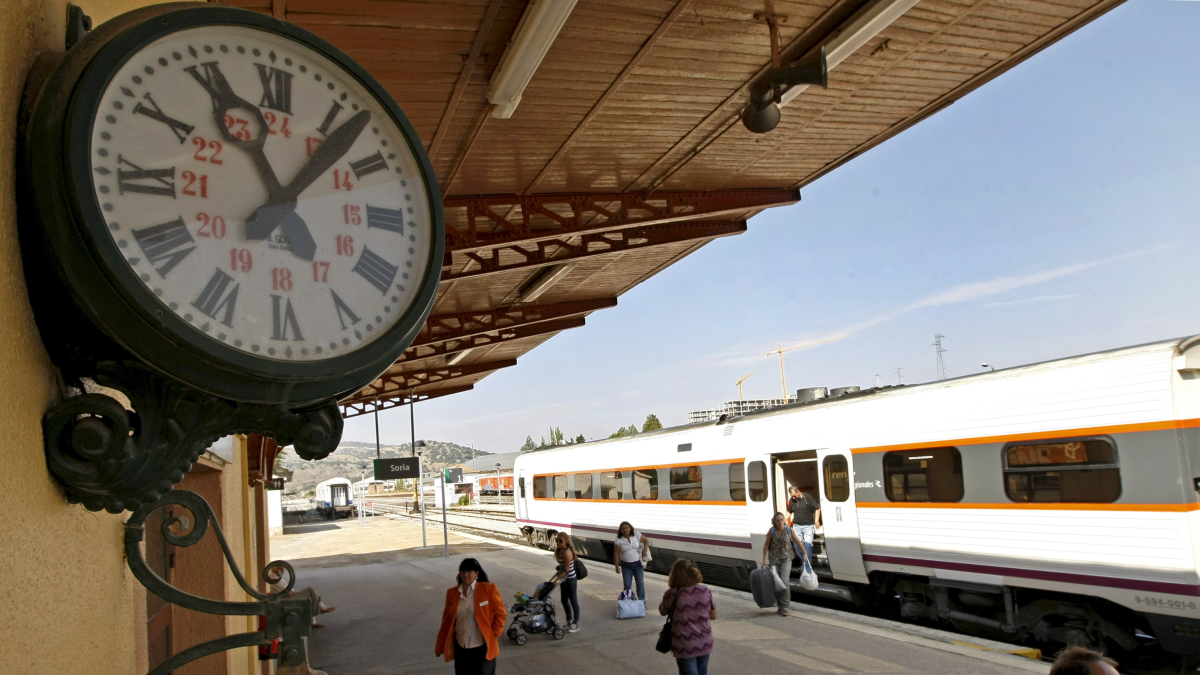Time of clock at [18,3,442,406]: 11:06
